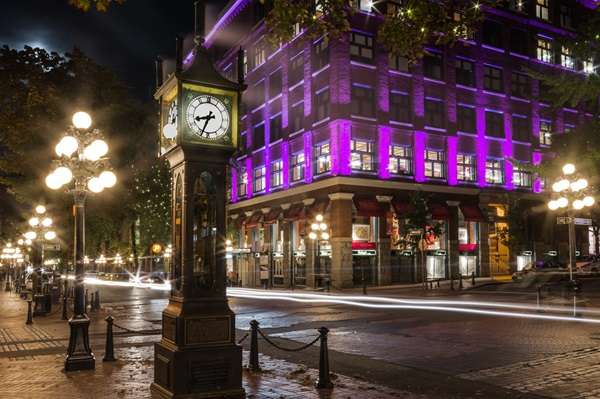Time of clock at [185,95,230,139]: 8:34
